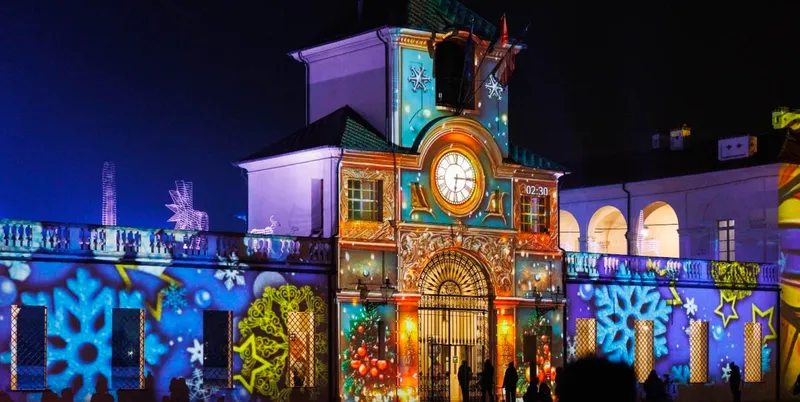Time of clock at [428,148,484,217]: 6:15
